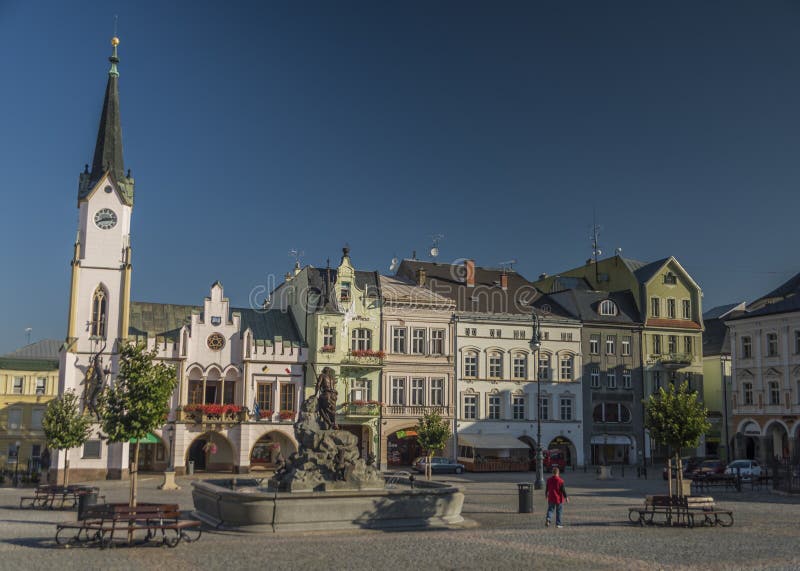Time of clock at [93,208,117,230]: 8:13
